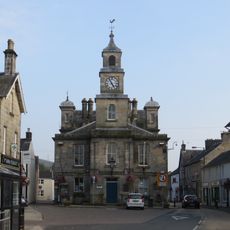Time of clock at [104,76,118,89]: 4:54
